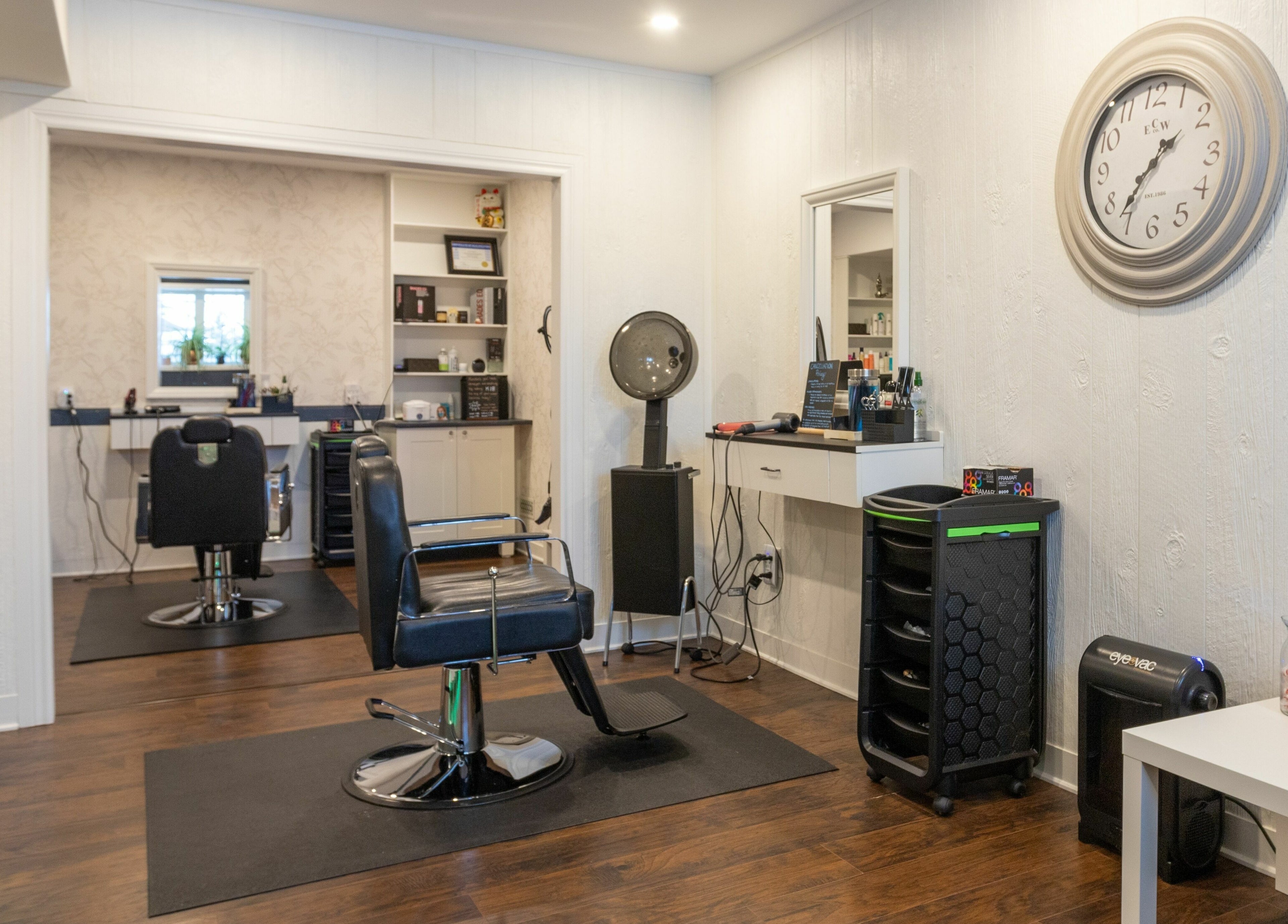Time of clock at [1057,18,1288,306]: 1:36
